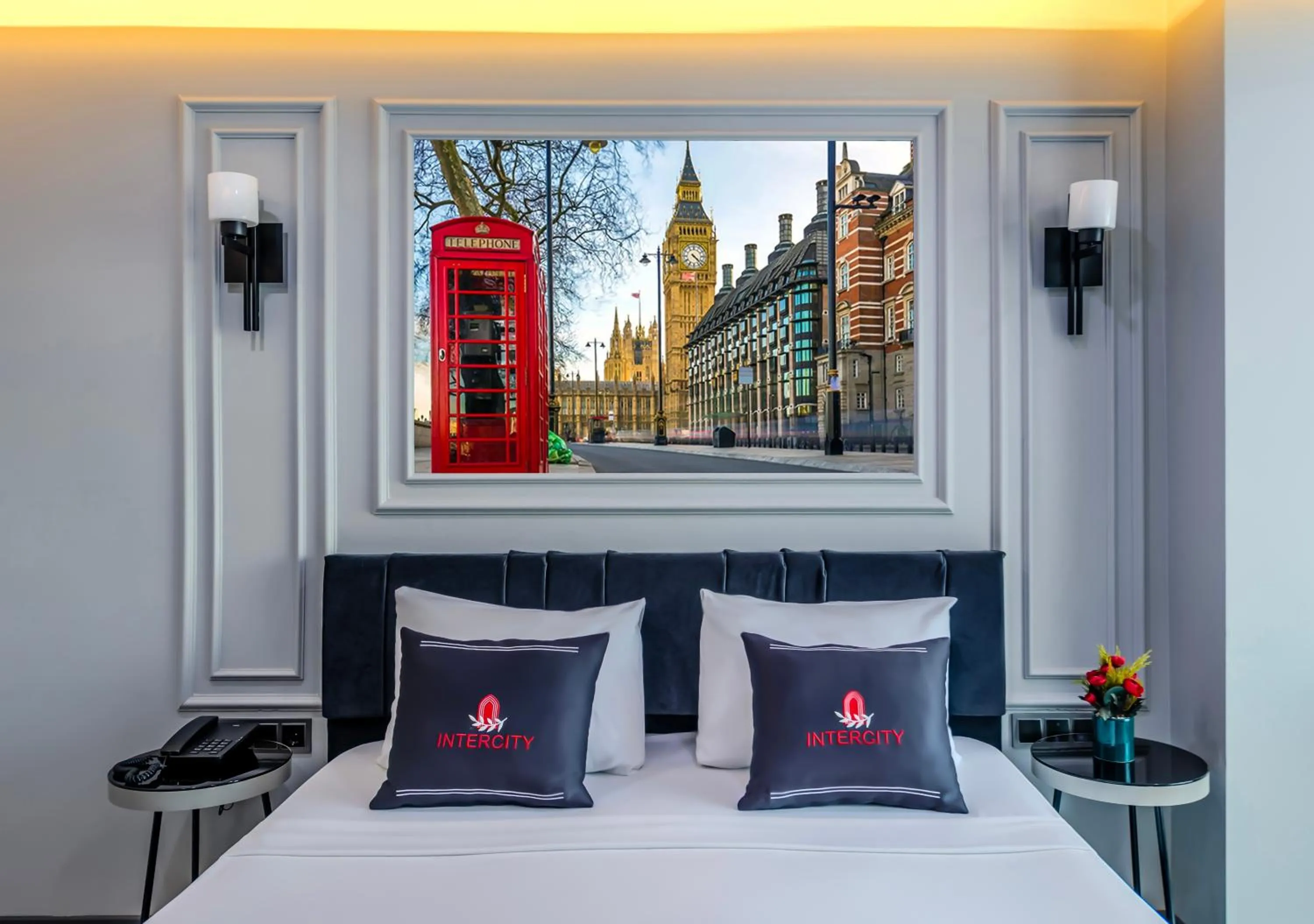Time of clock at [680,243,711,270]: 4:22
